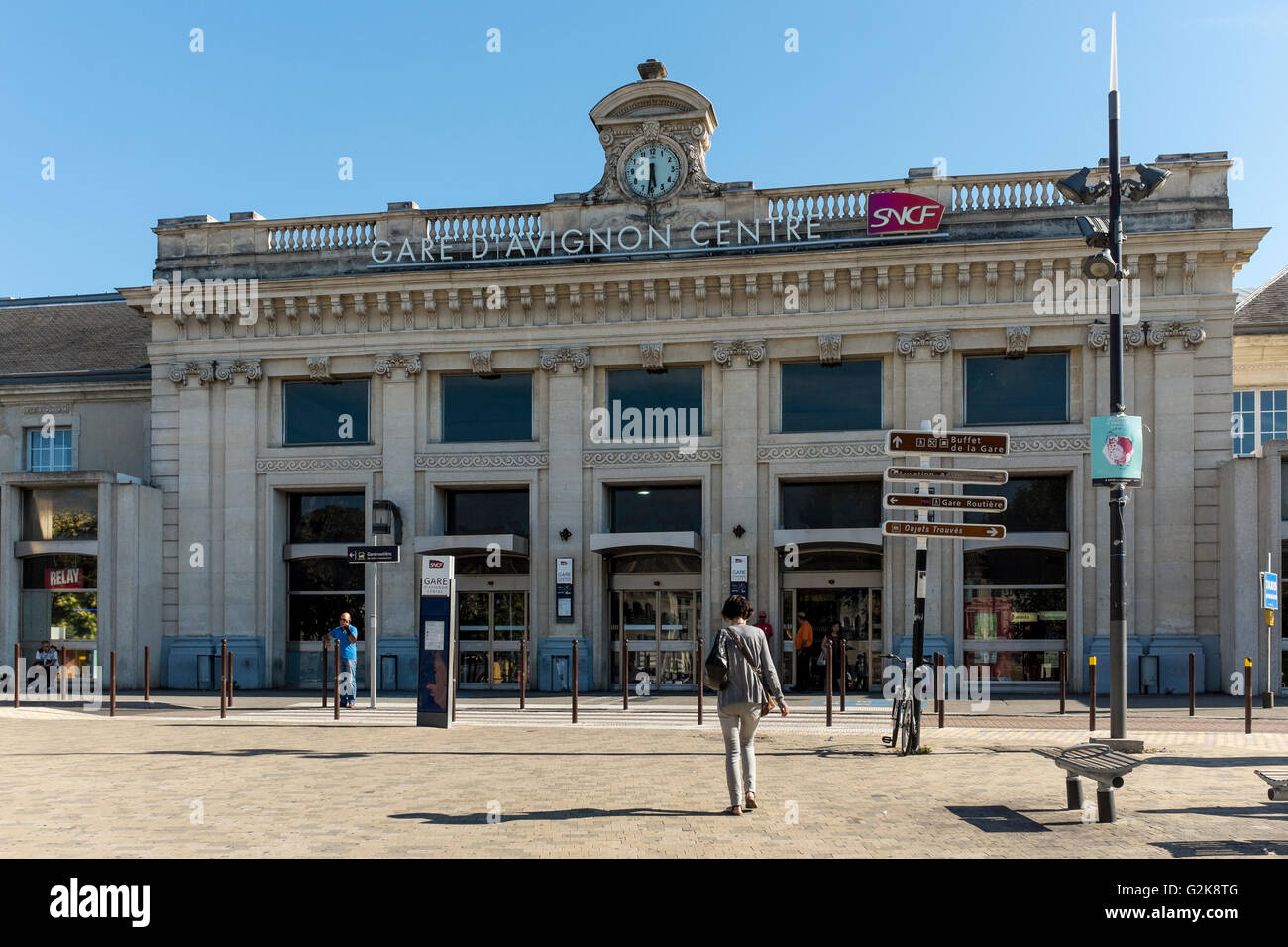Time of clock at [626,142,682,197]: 5:31
